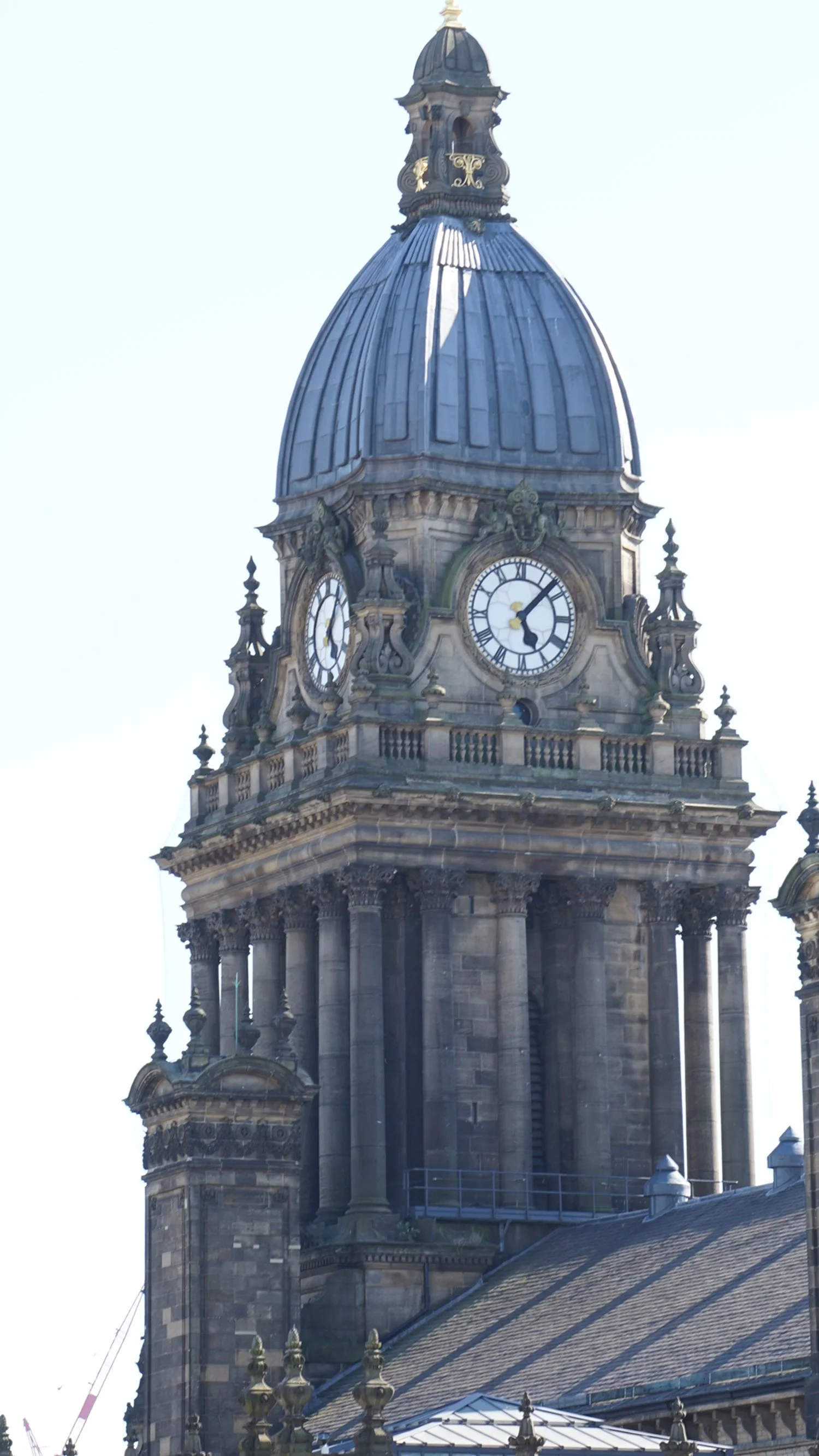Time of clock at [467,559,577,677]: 5:07
